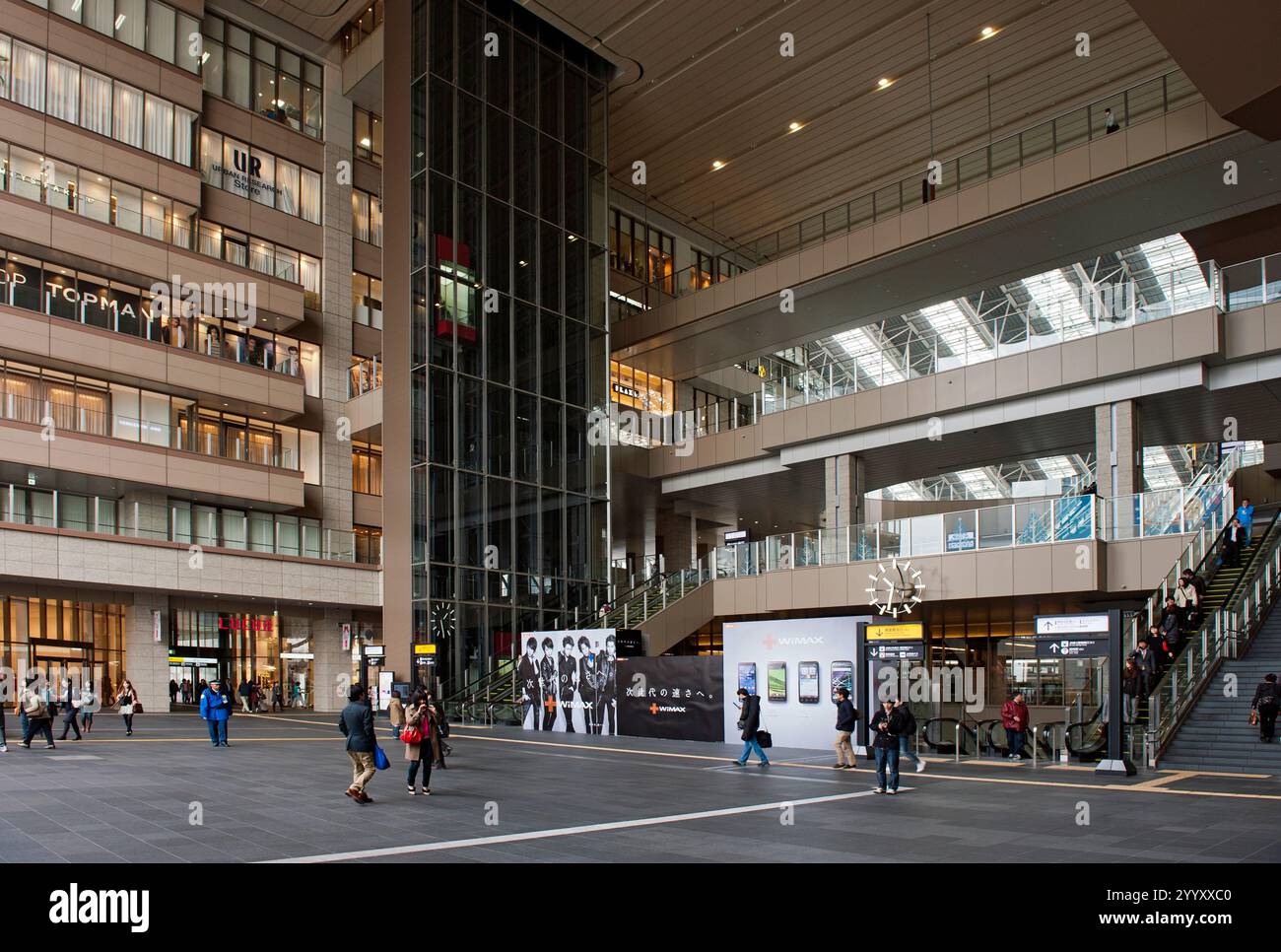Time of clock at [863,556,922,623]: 10:32
